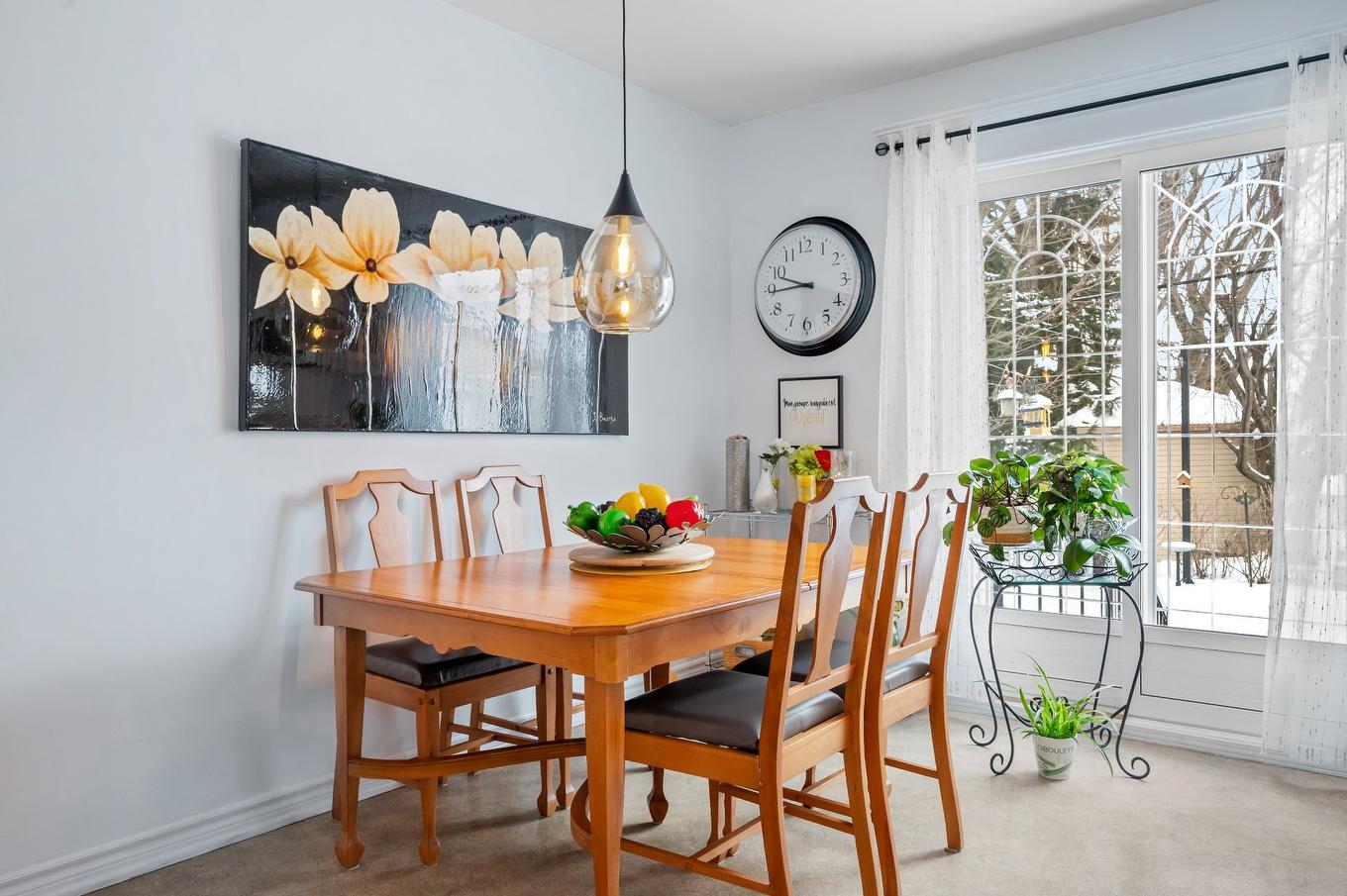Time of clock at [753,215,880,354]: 9:44
